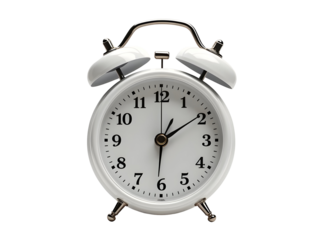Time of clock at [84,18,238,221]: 1:09
